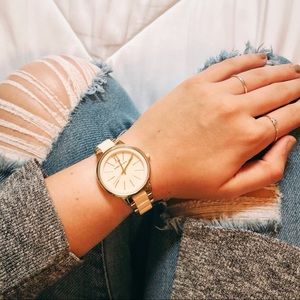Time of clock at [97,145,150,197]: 11:05
